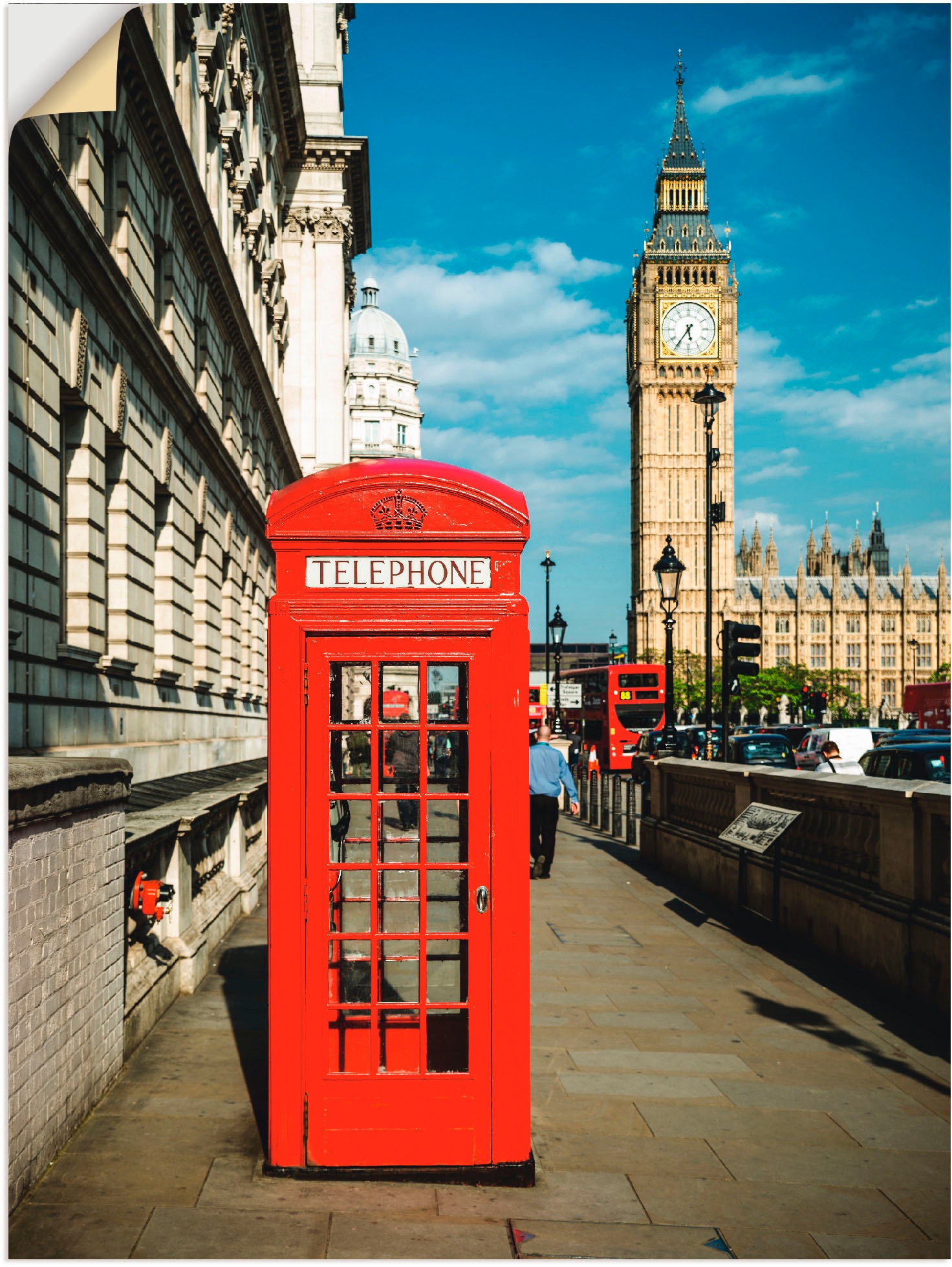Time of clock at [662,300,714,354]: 5:36
